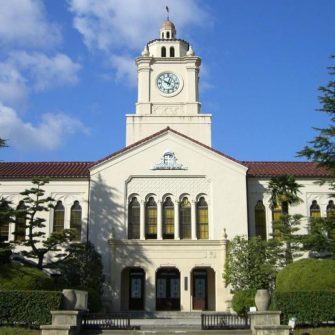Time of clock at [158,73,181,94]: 10:02
